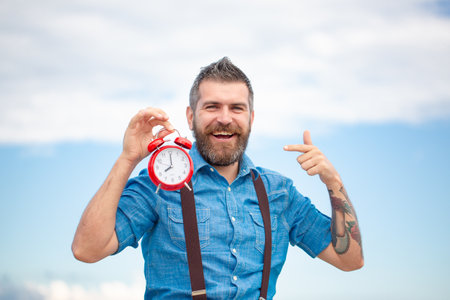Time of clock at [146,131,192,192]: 7:59
